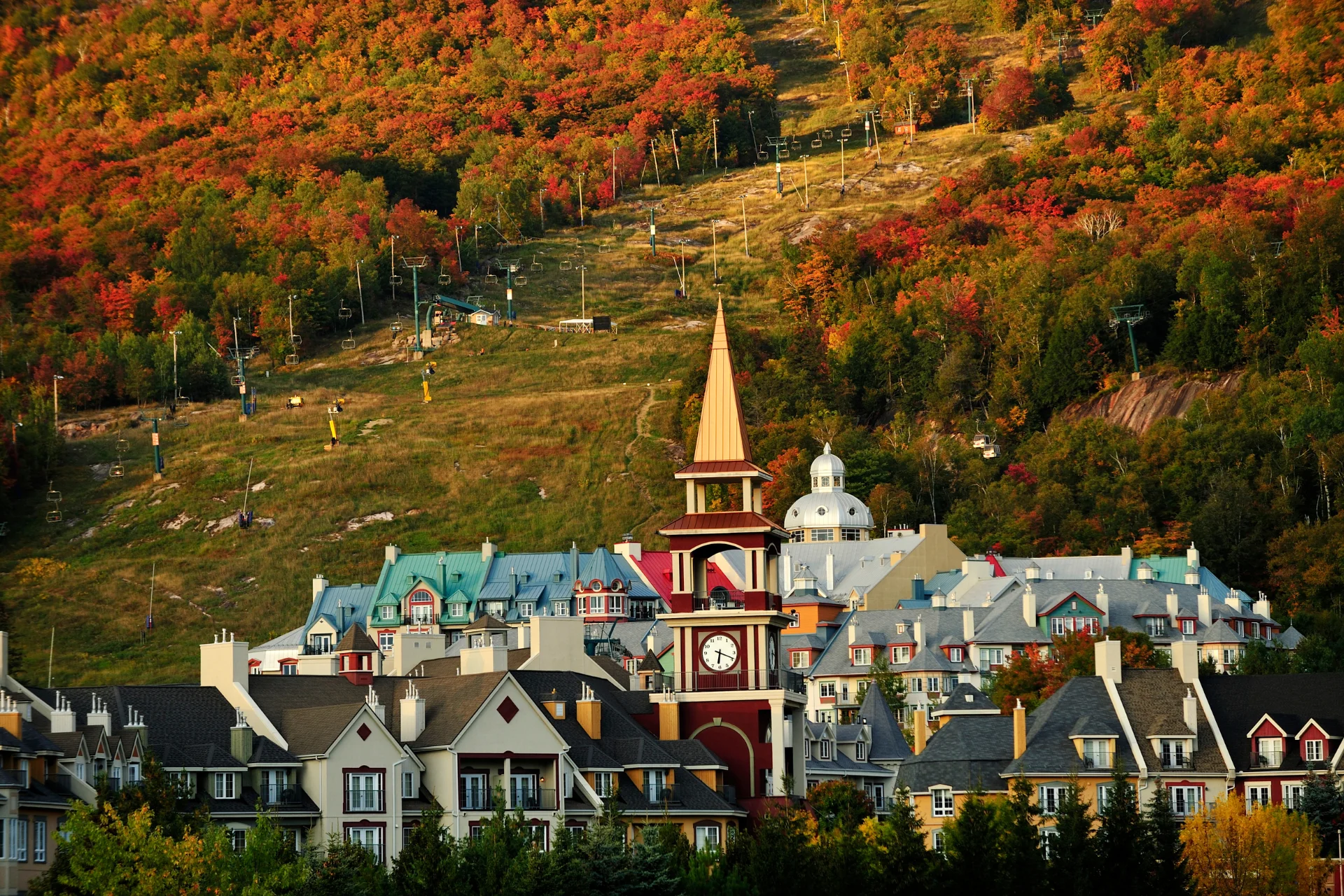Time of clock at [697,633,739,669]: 6:18
